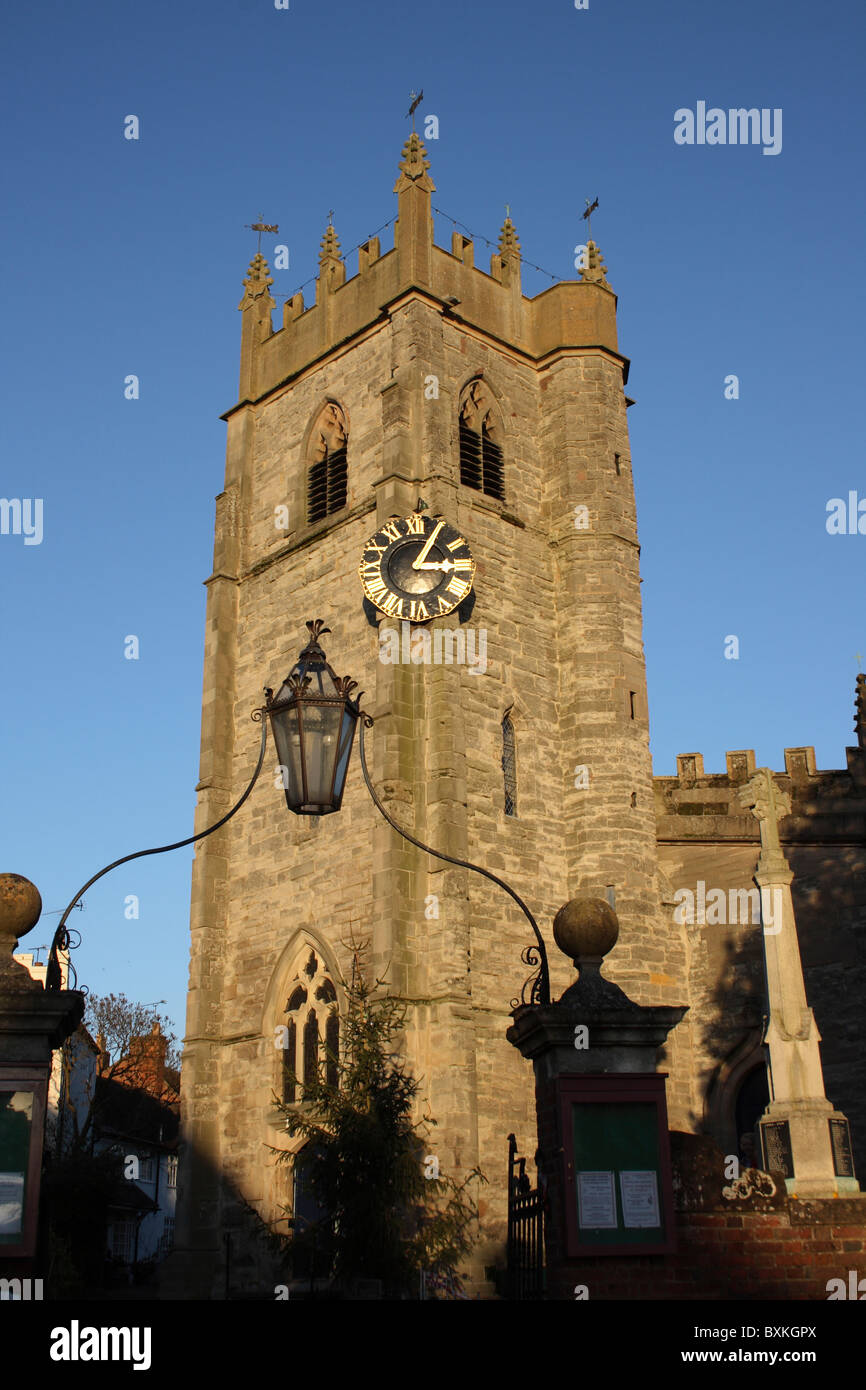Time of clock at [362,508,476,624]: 3:04
